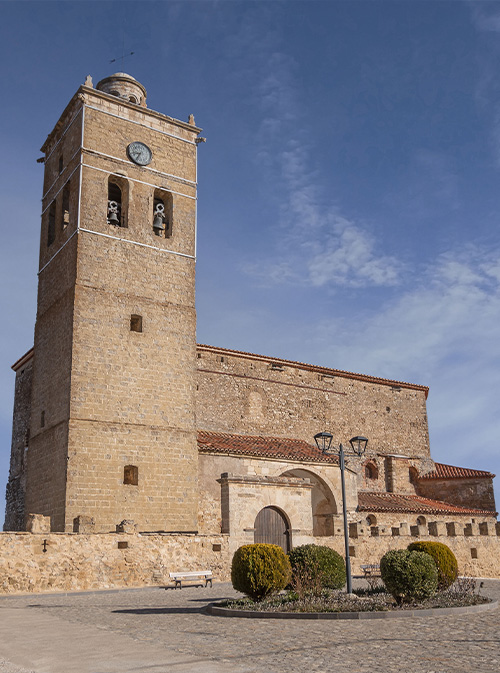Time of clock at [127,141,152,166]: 8:35
